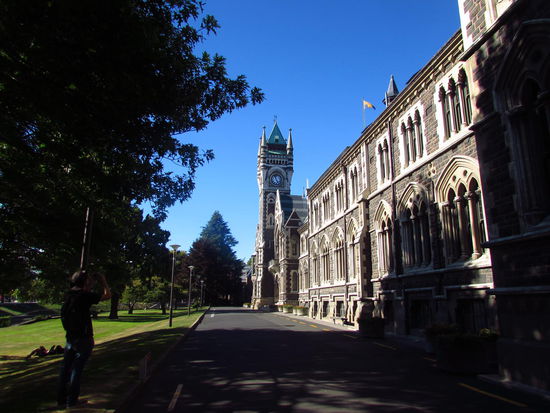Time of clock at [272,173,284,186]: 4:57
